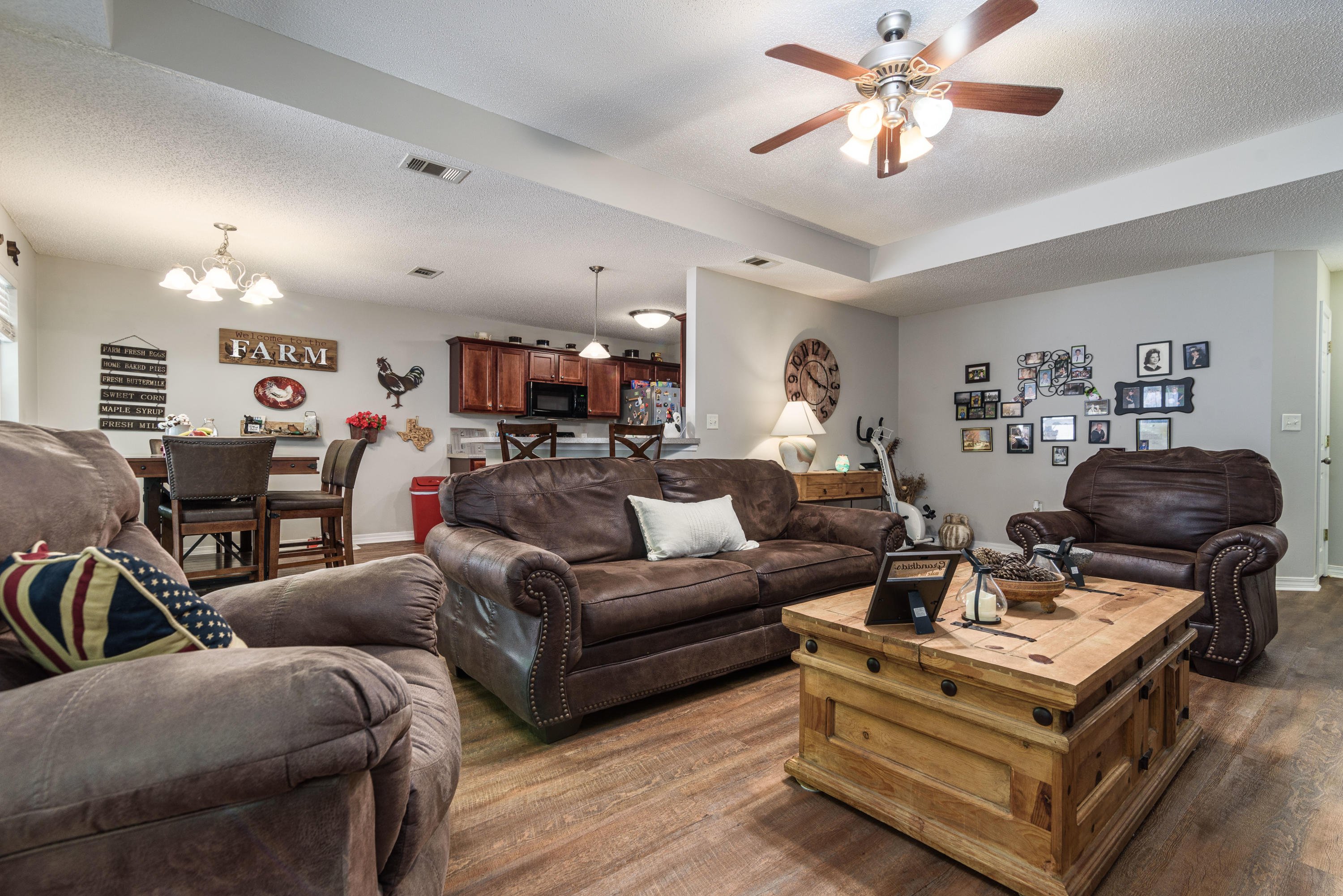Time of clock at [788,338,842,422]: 10:17
